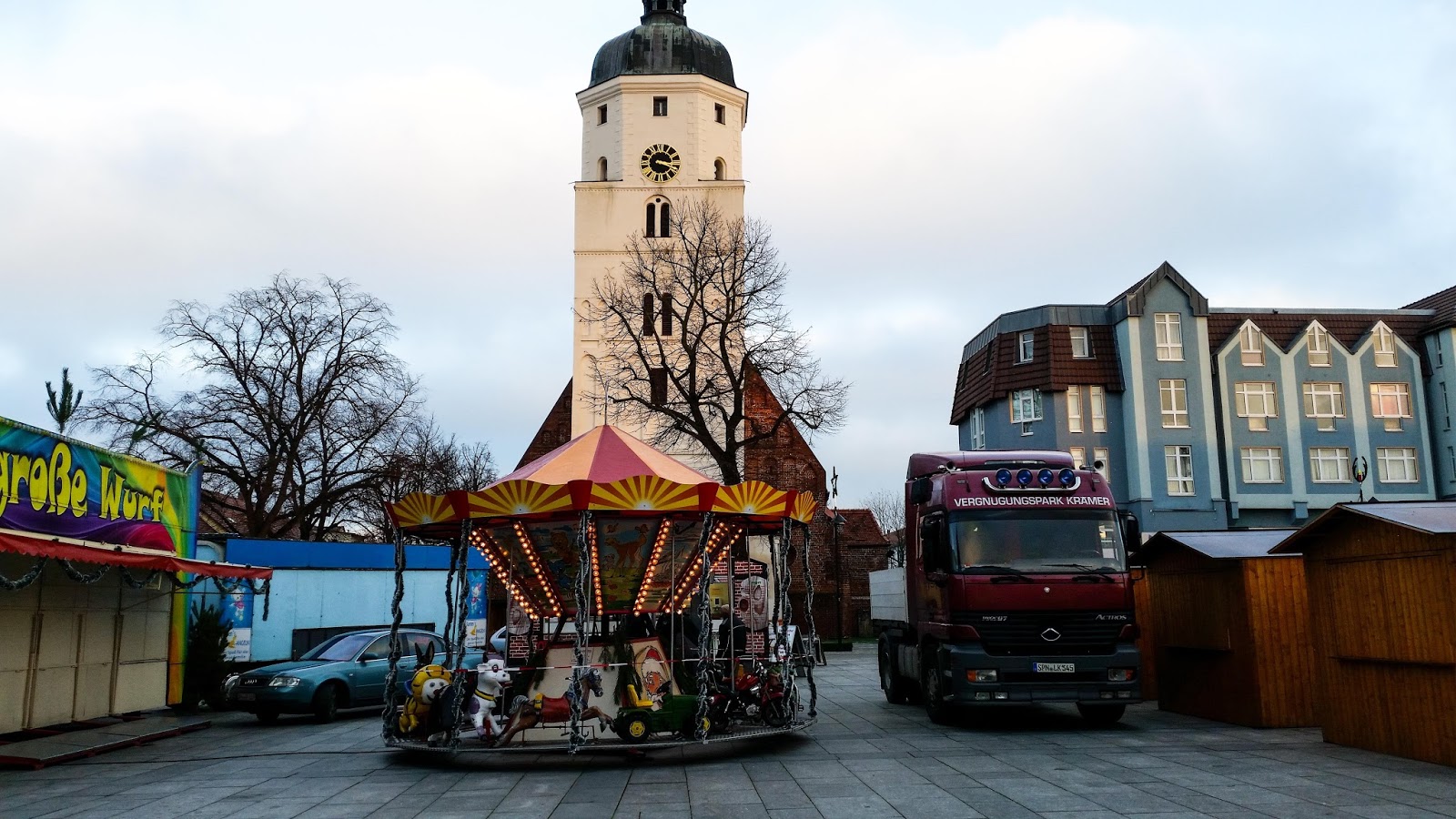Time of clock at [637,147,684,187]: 3:18
